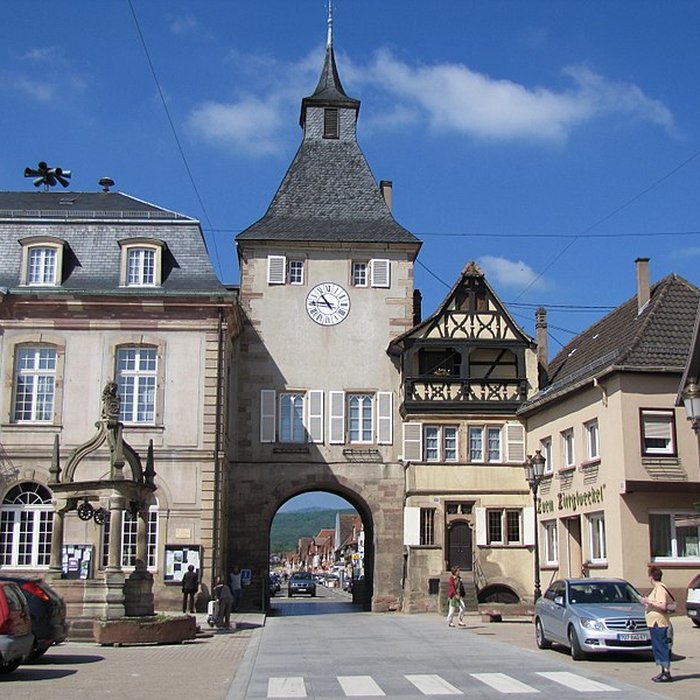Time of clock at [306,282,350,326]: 10:45
